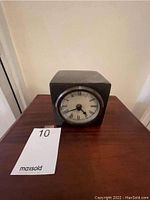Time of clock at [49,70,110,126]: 4:40
